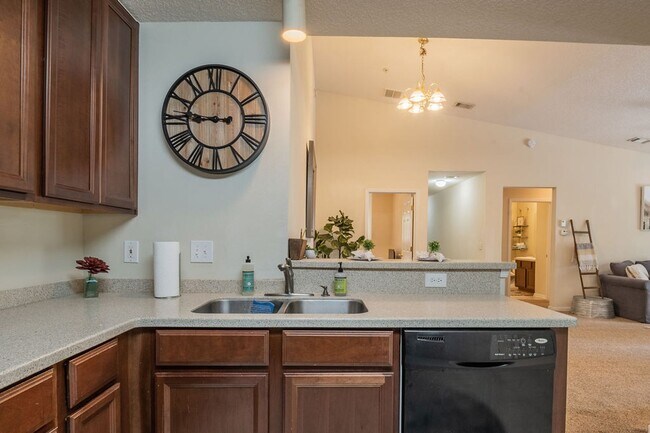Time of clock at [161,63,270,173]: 8:46
